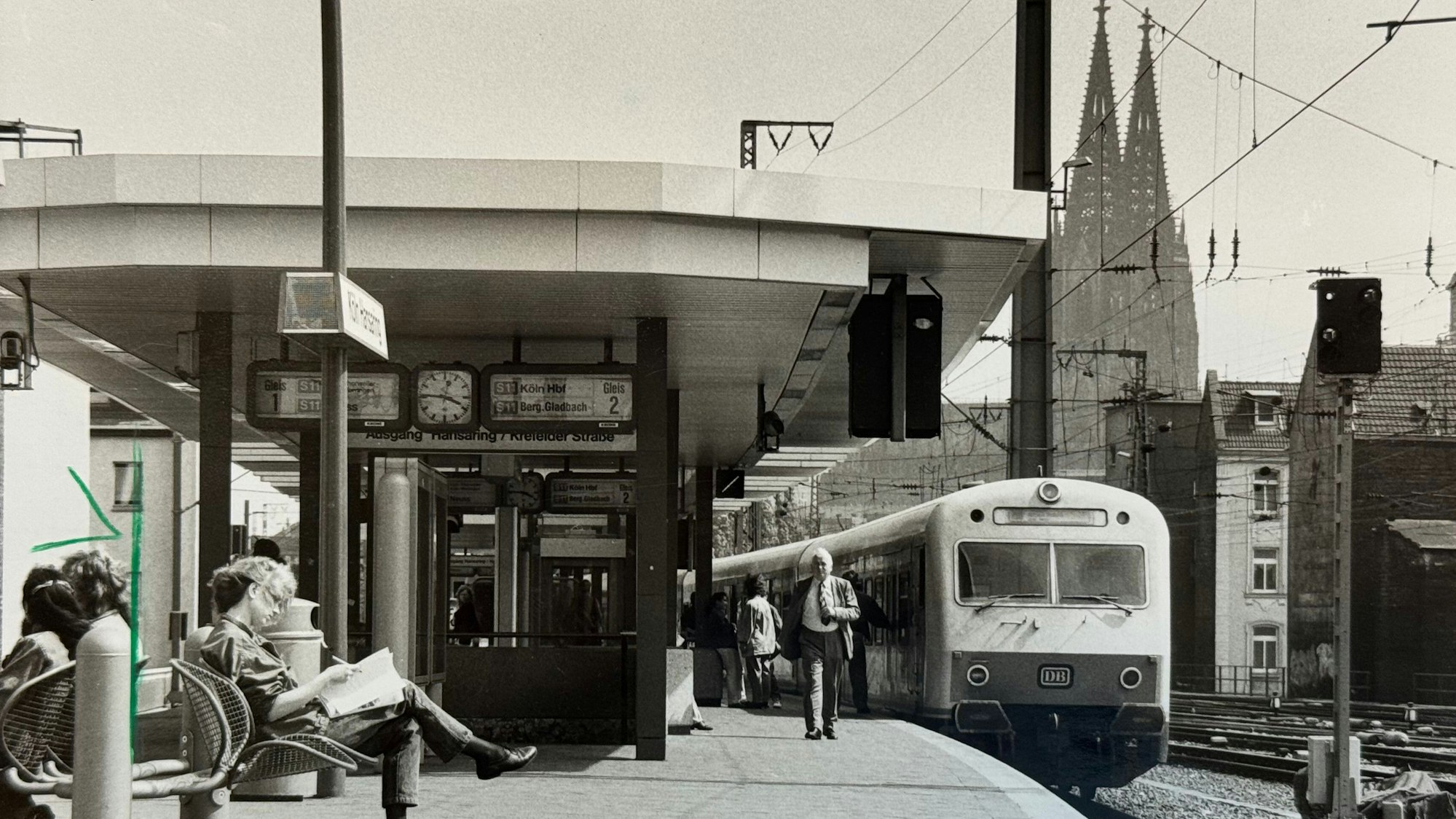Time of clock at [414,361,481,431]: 3:45
